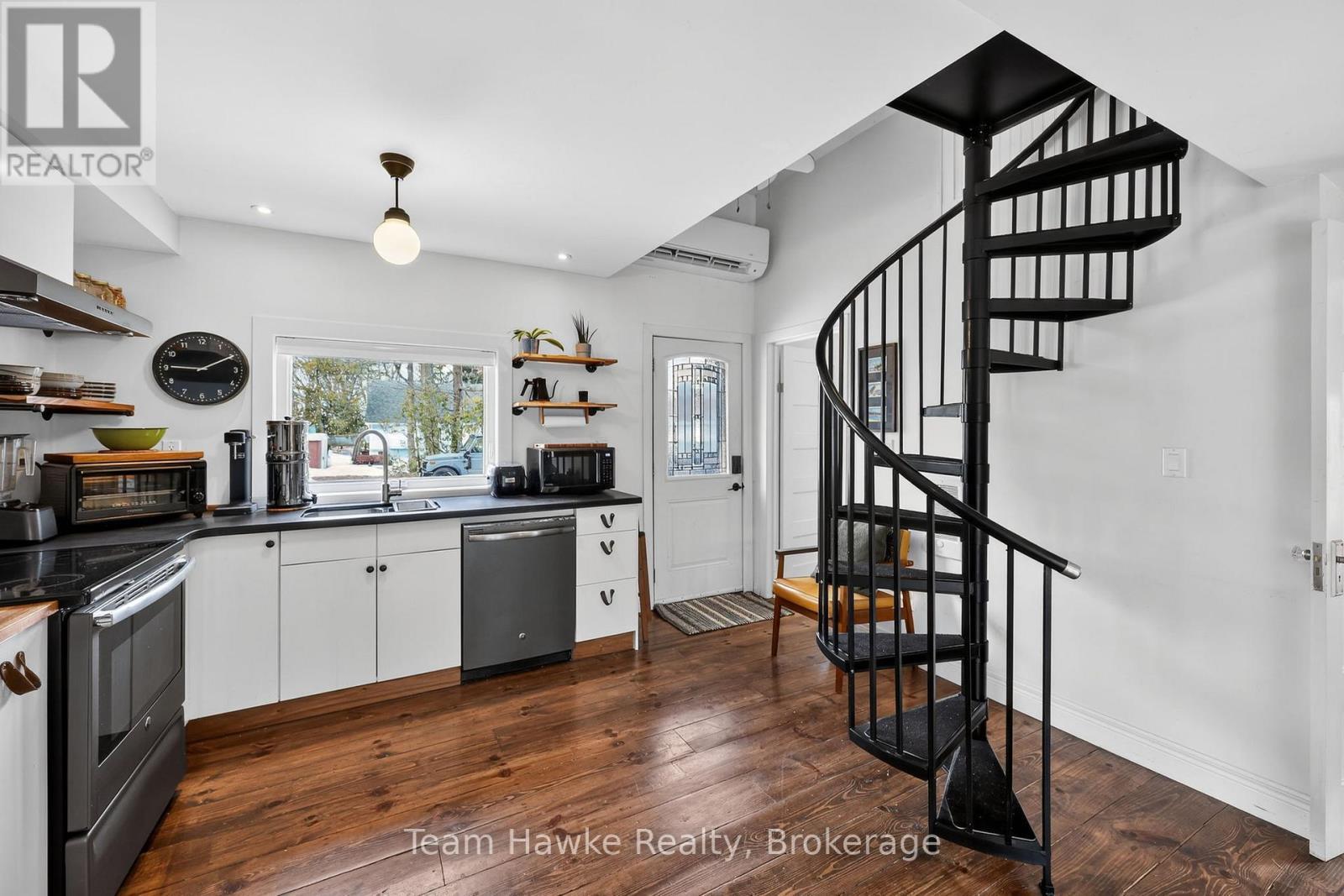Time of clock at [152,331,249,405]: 9:10
